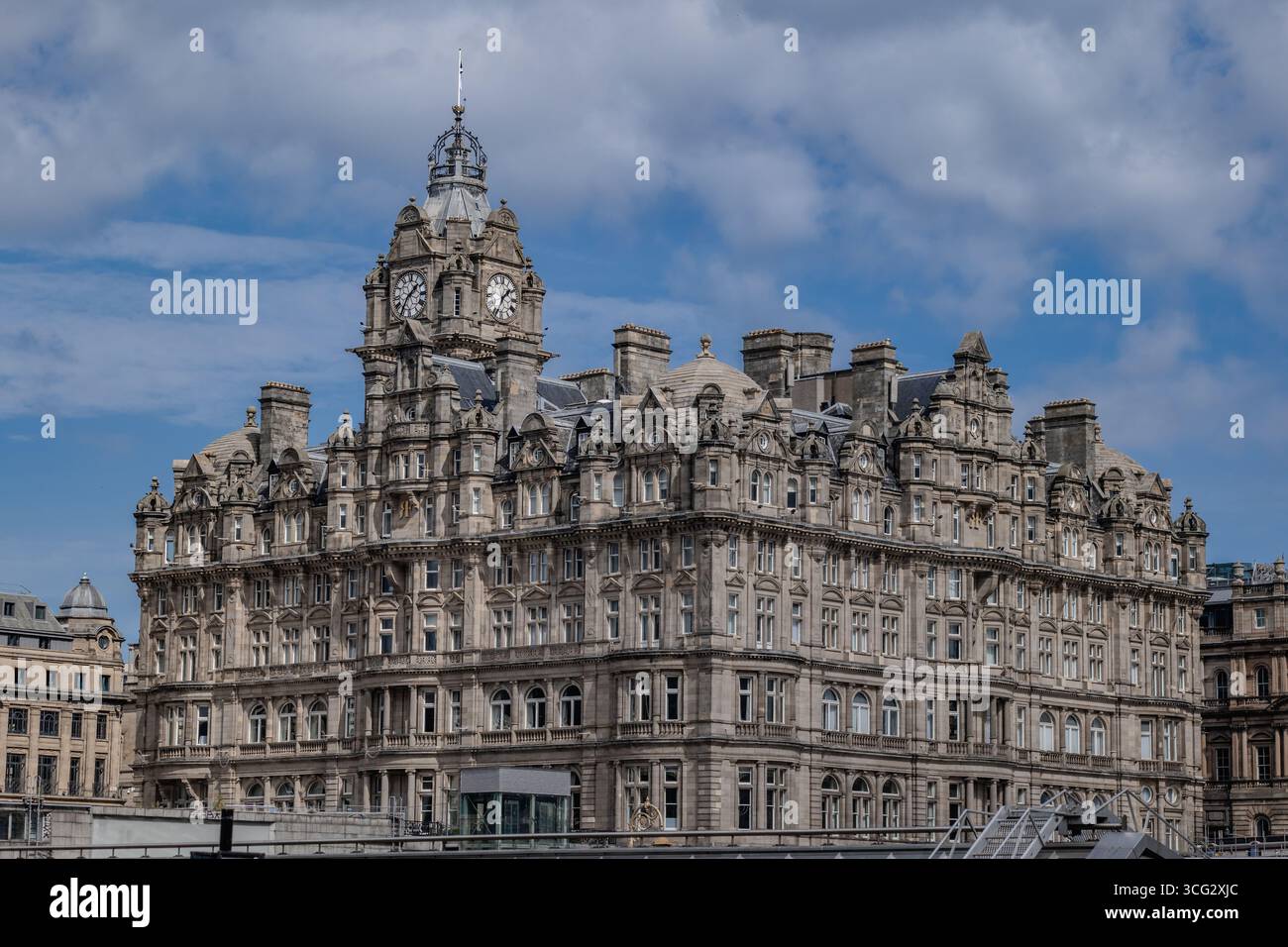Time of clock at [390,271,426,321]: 1:35
